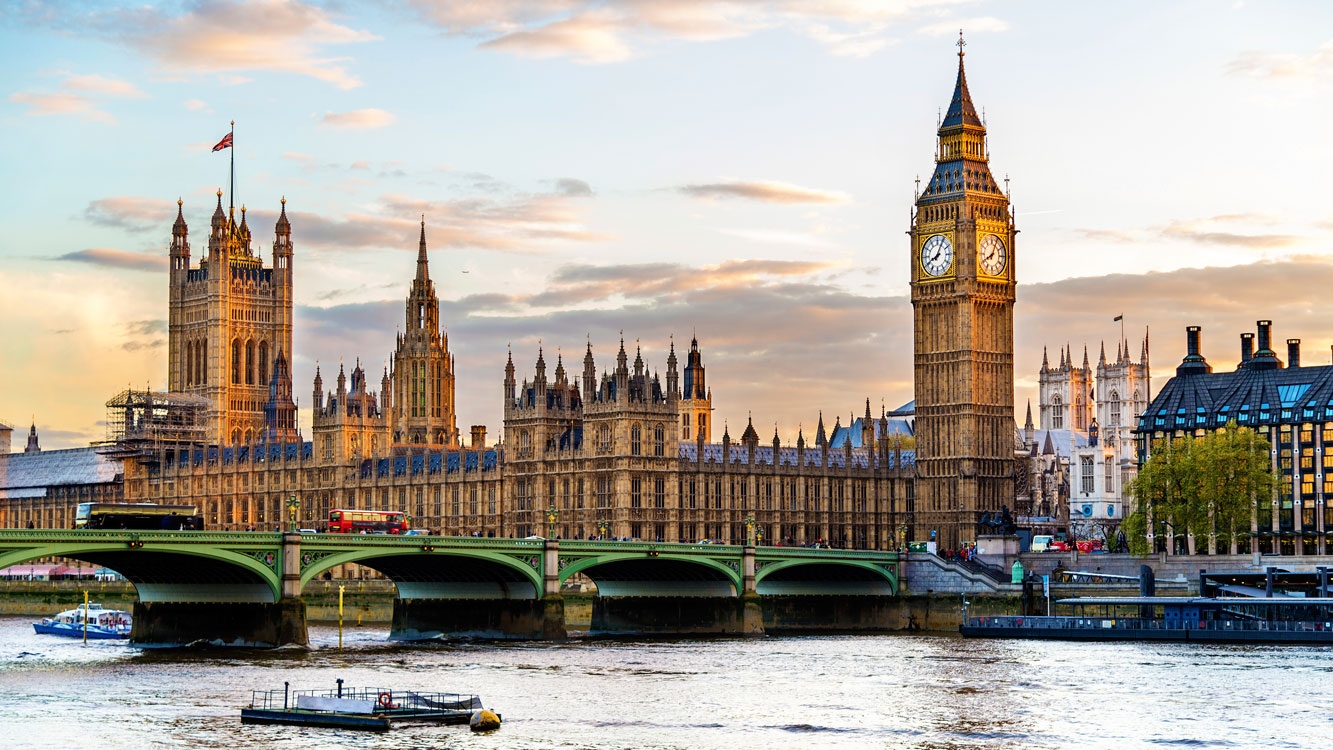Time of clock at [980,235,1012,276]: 8:04
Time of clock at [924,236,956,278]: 8:04
